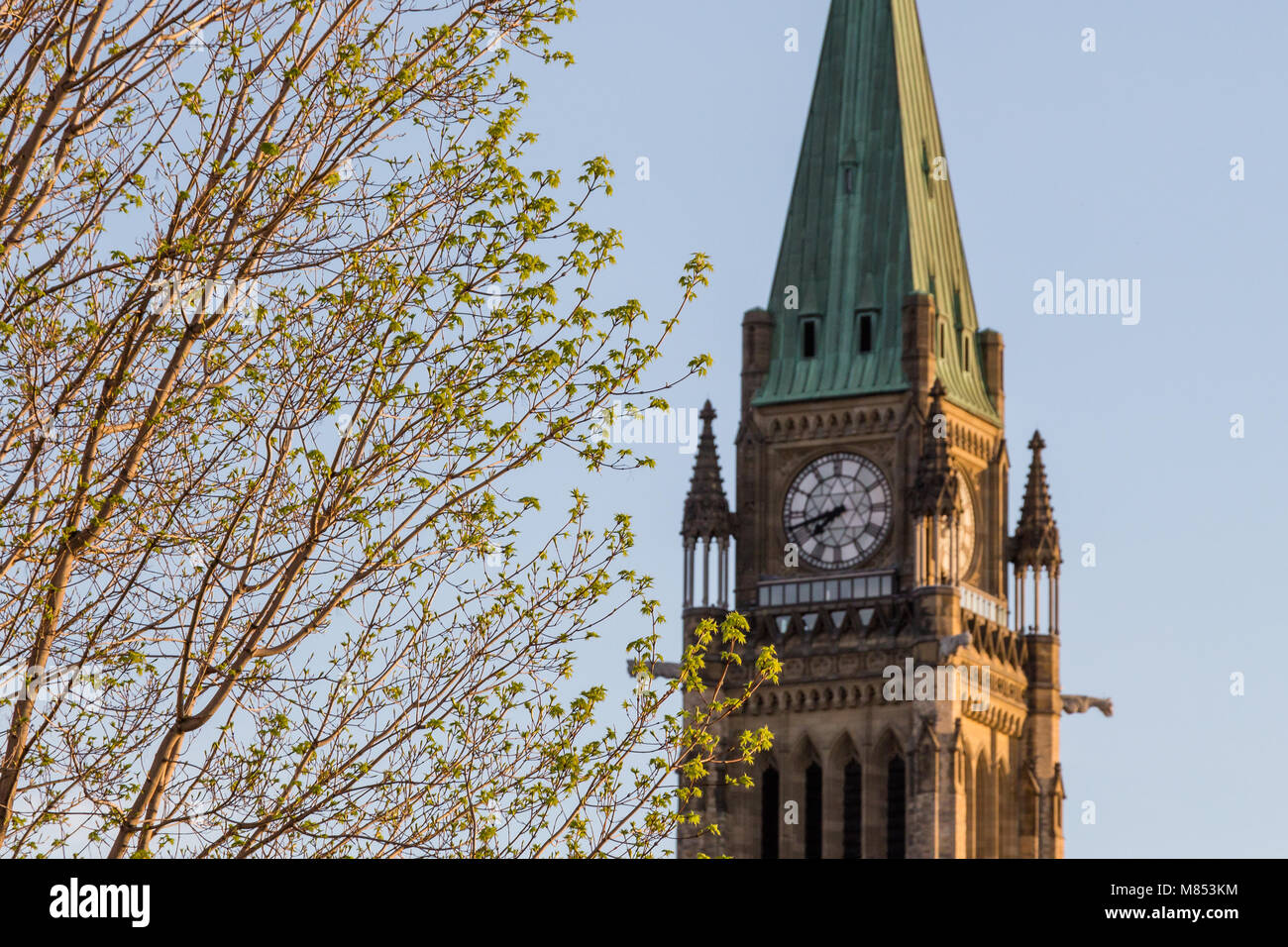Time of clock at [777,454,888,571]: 7:42
